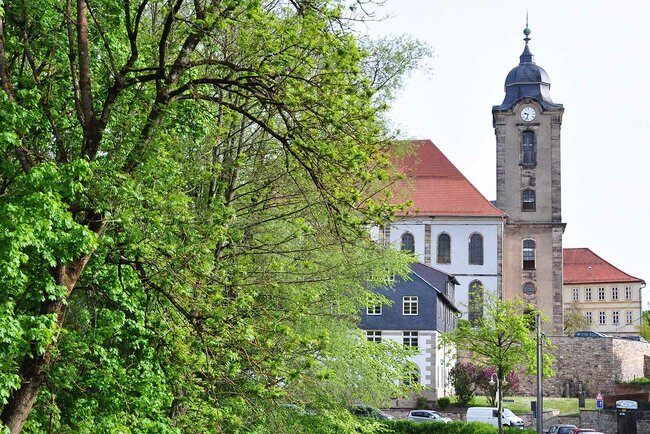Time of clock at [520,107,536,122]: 9:33
